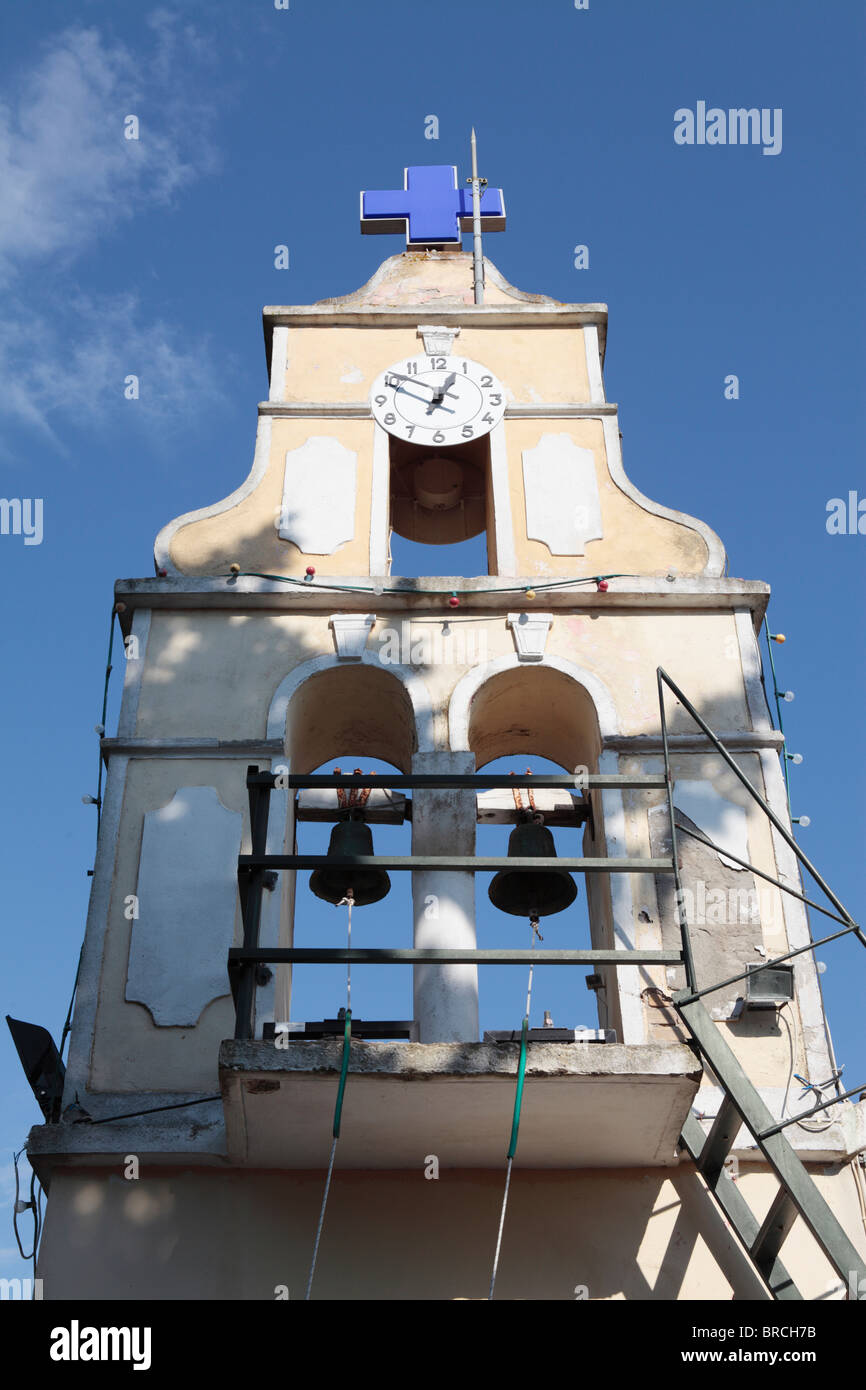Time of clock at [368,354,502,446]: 12:49
